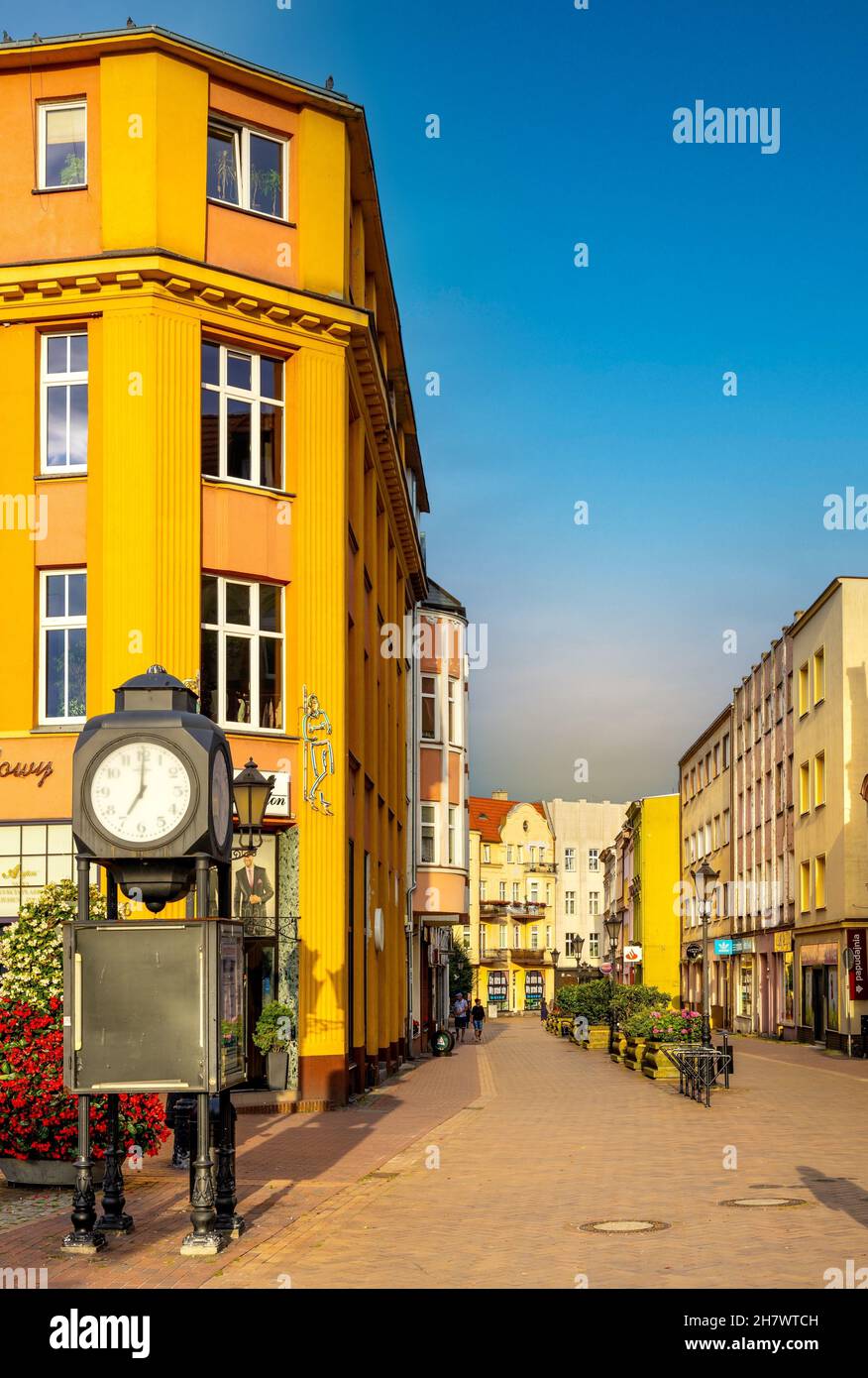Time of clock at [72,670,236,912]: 7:00
